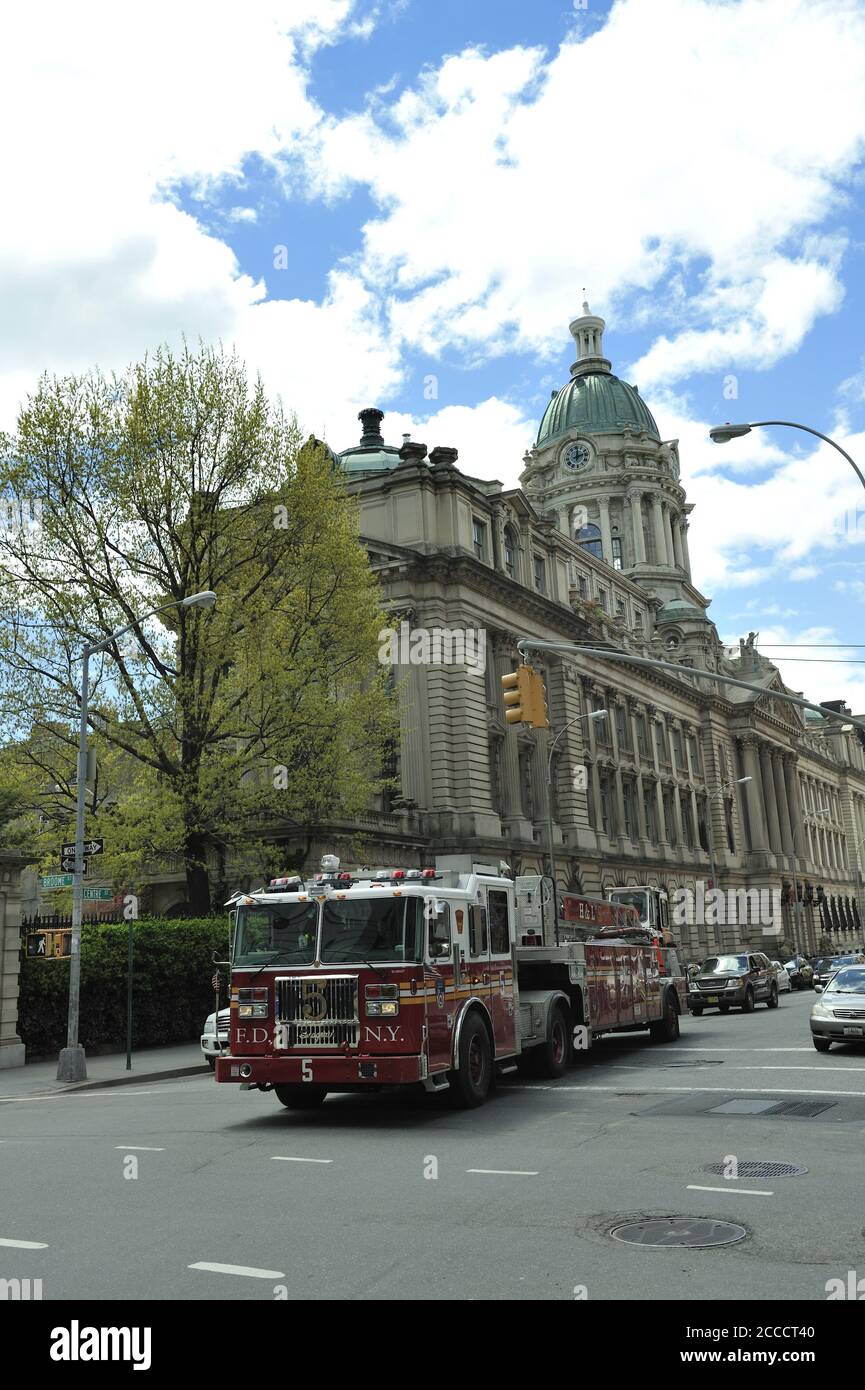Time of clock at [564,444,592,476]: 12:12
